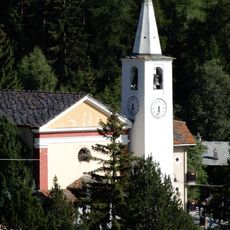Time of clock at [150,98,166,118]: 5:32
